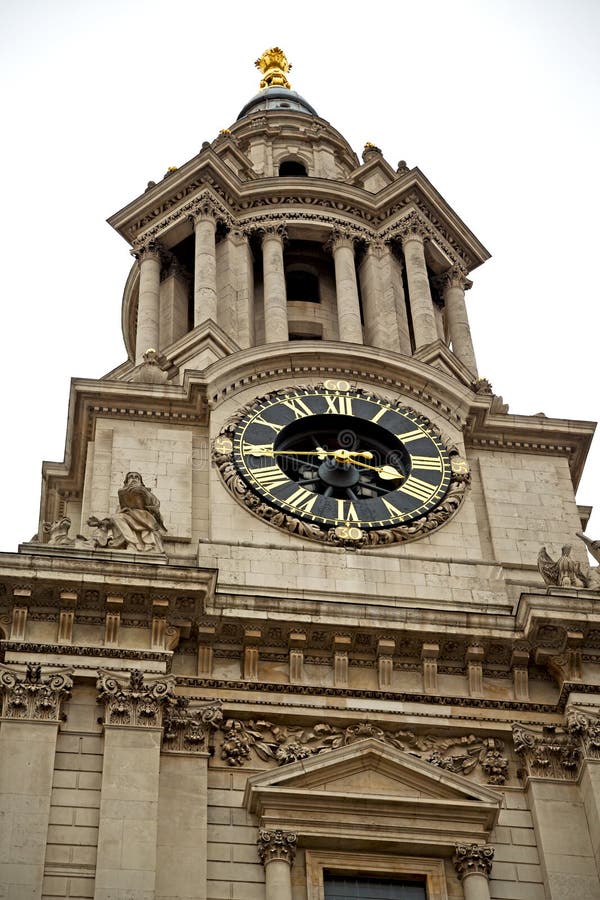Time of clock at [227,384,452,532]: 3:43
